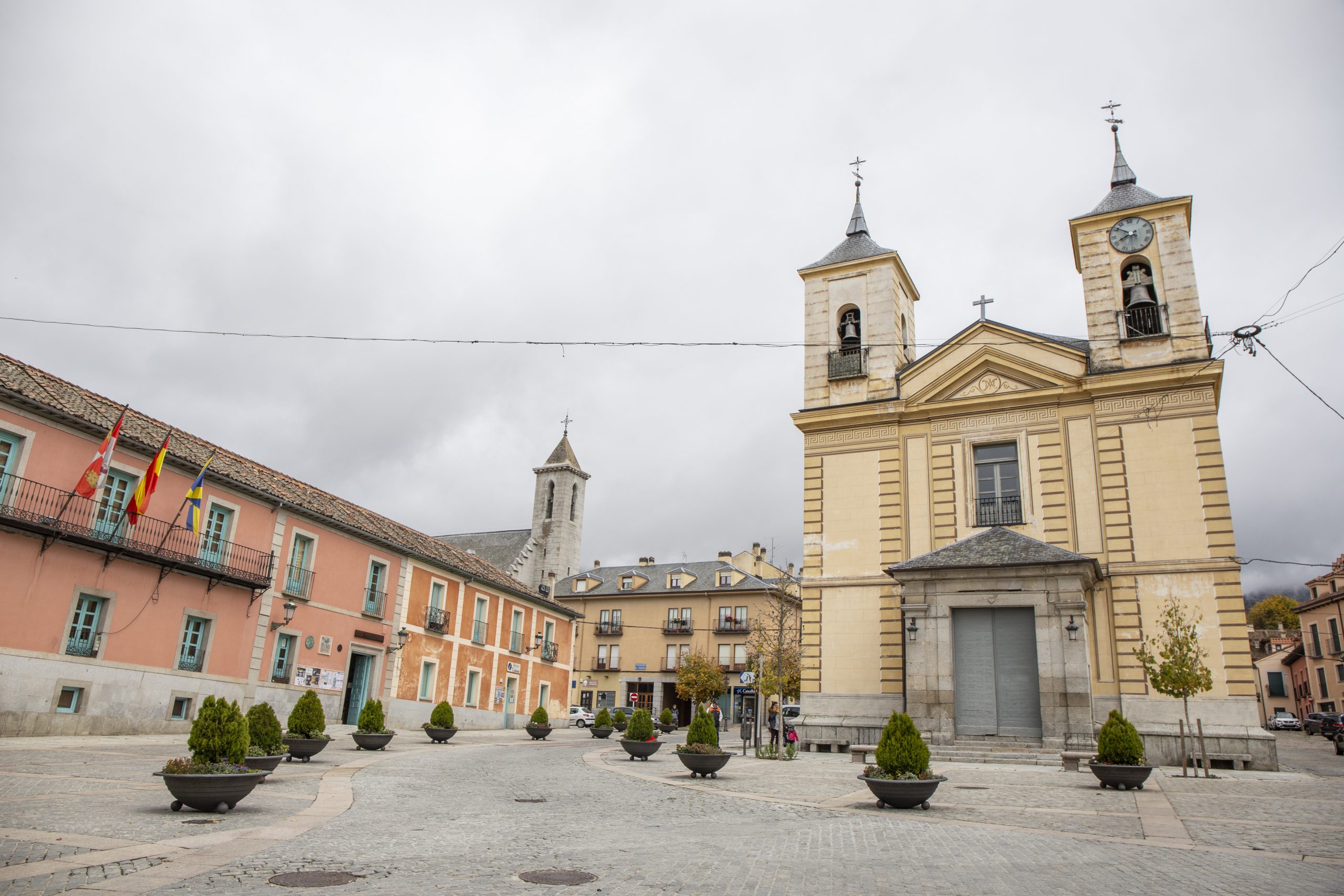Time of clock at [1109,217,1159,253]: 7:51
